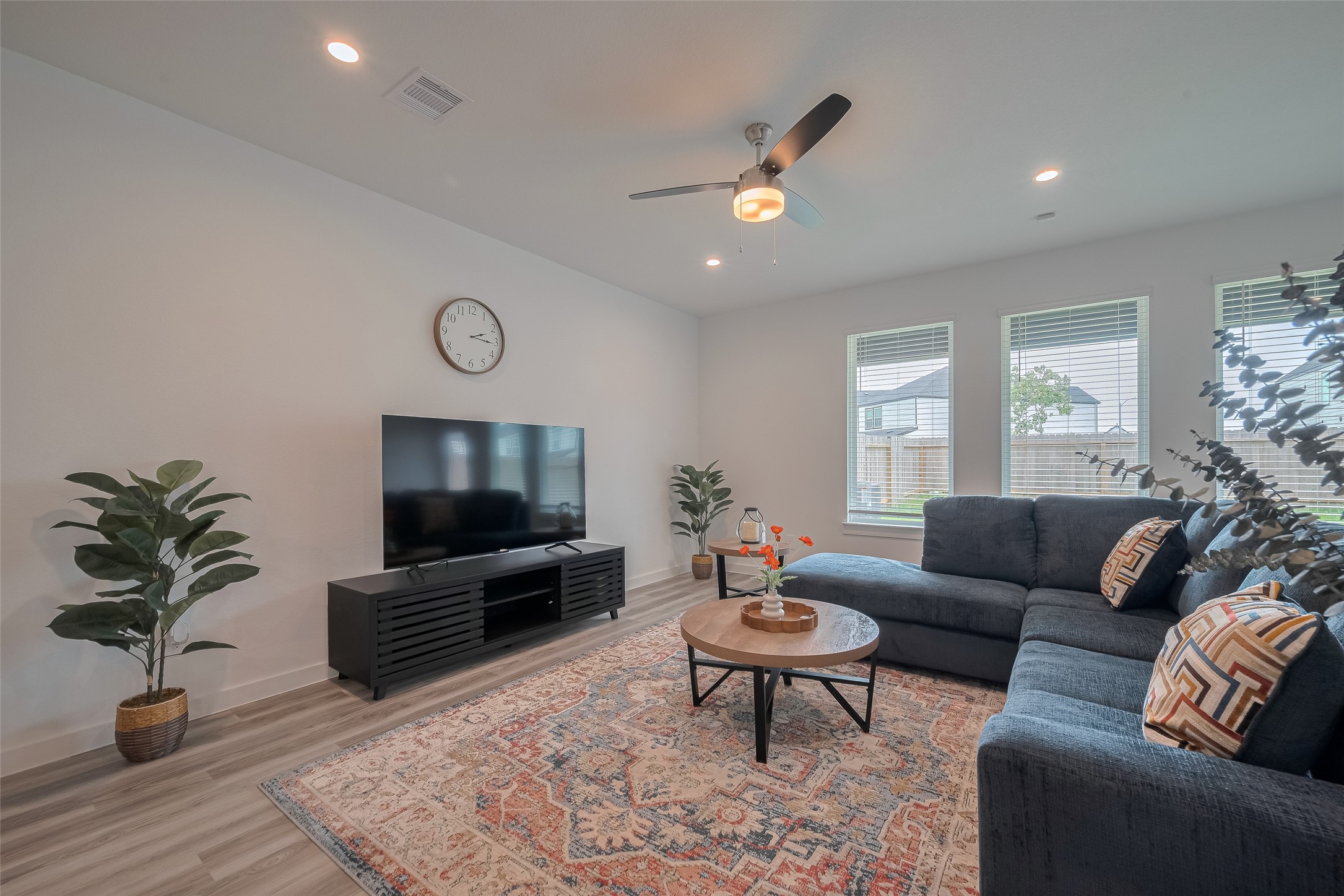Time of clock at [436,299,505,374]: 2:15
